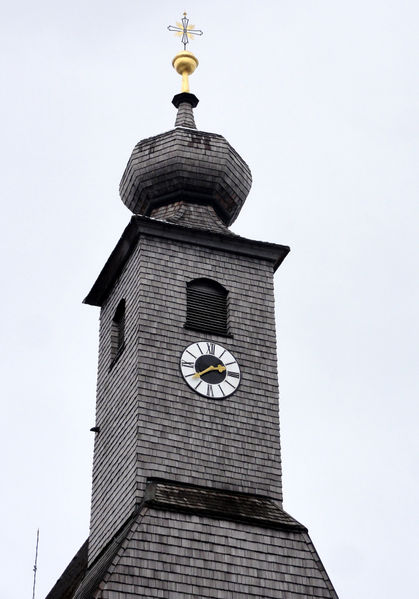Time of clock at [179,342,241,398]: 2:38
